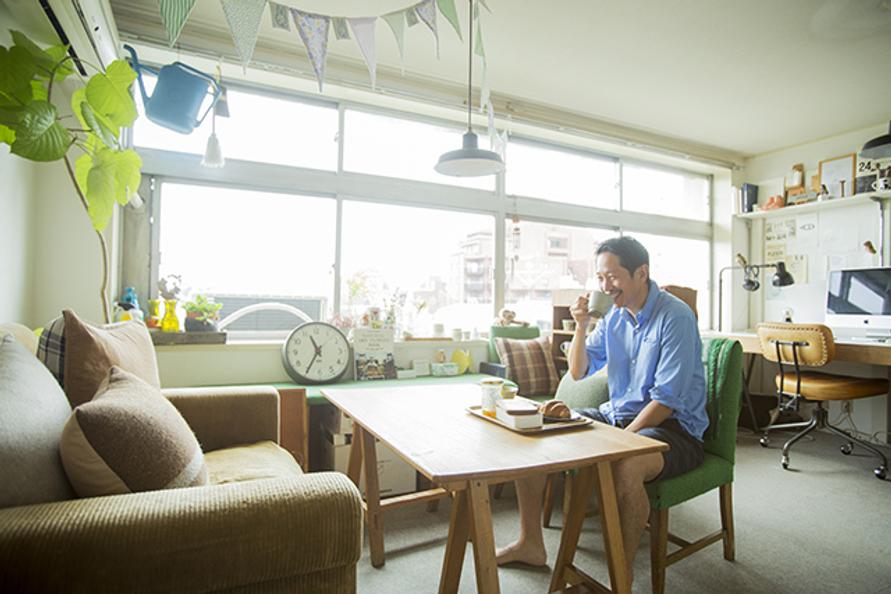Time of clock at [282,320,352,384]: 11:35
